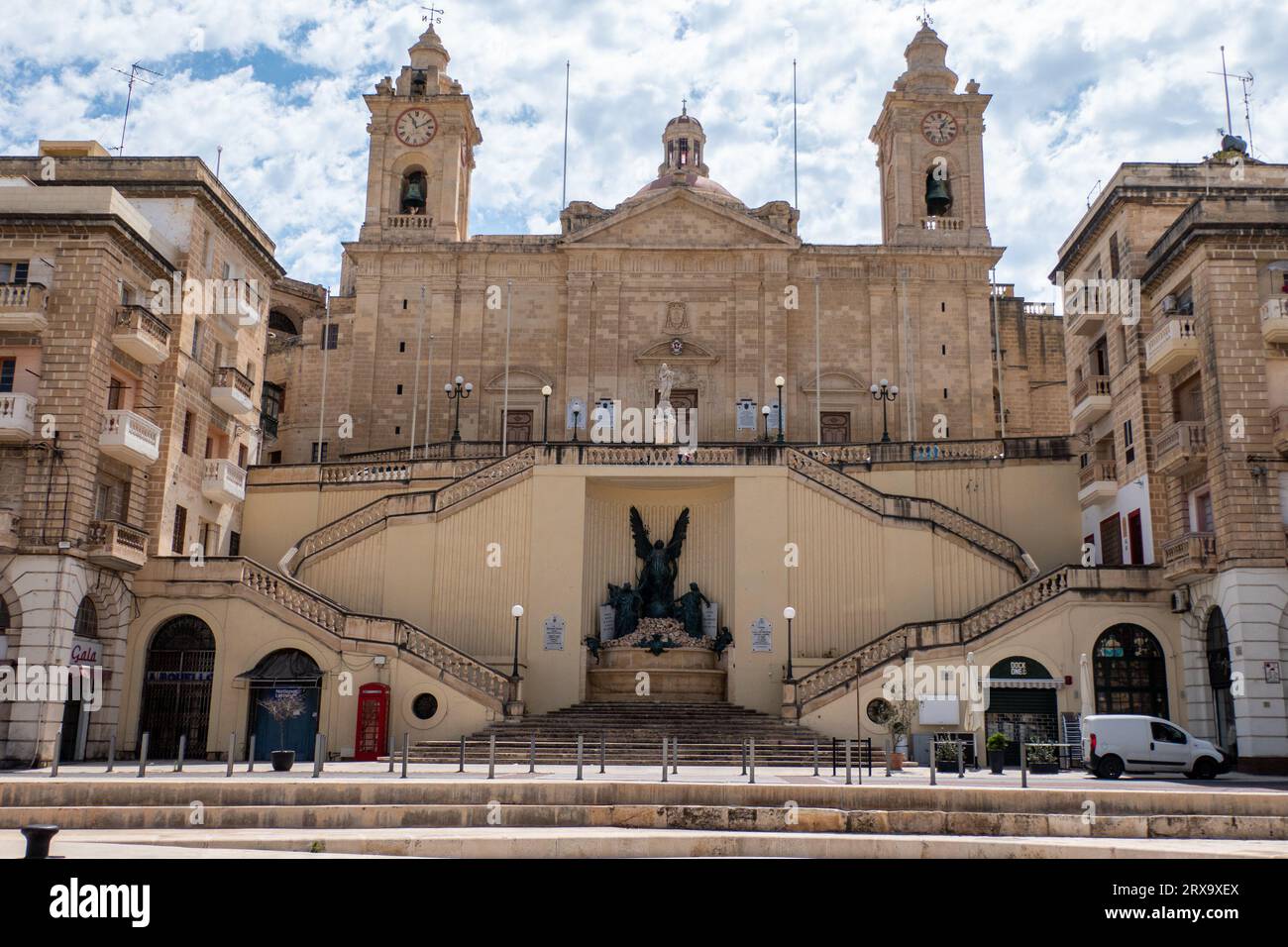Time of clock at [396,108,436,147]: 11:10
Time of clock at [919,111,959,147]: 1:27
